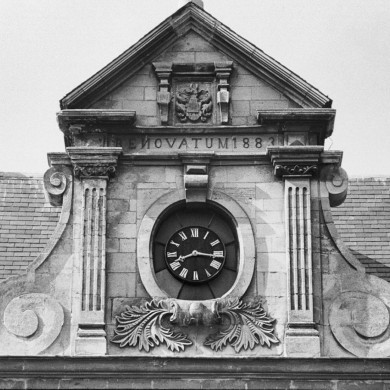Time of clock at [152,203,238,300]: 8:16
